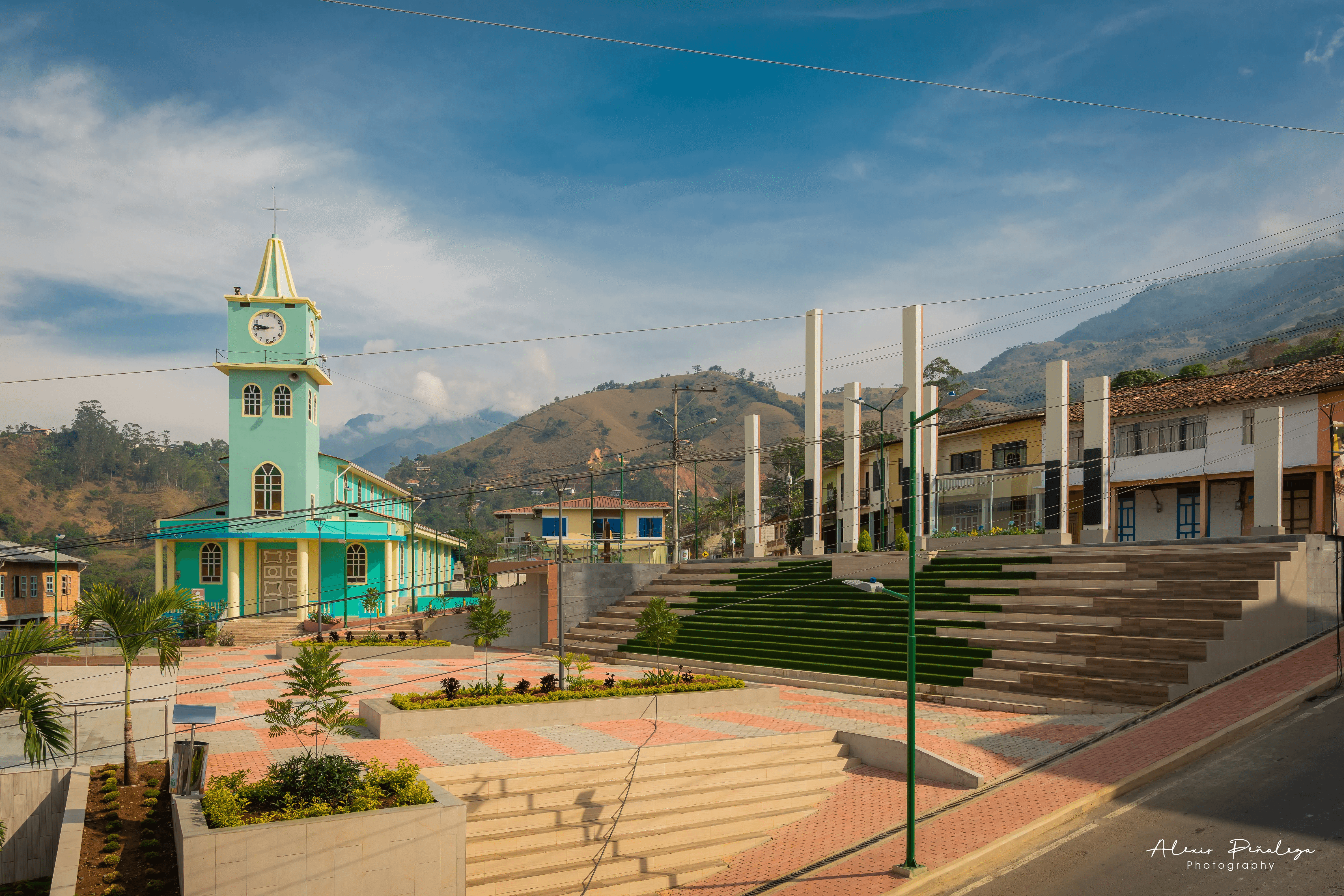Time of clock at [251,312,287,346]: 8:46
